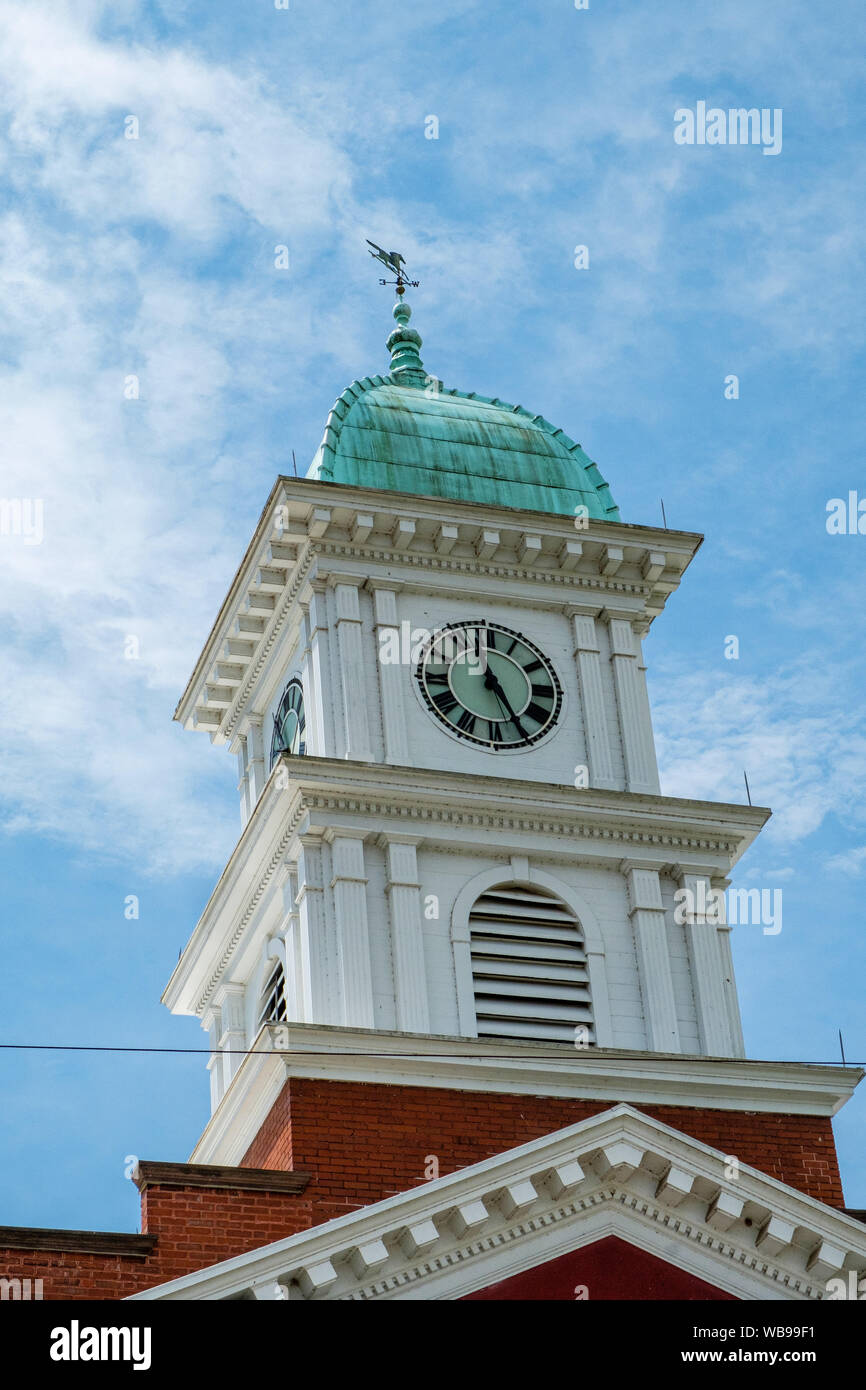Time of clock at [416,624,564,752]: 11:25
